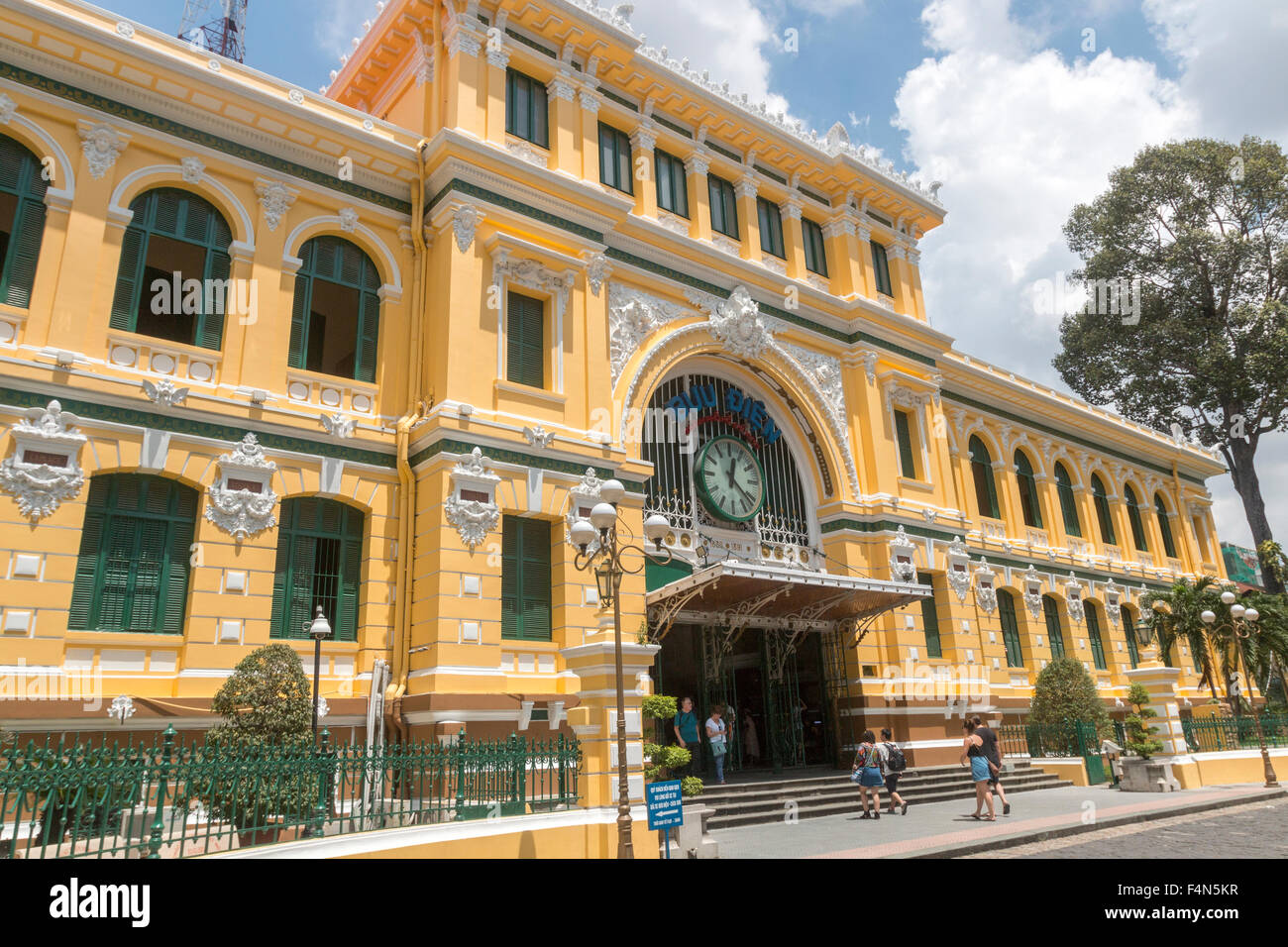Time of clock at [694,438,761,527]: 12:21
